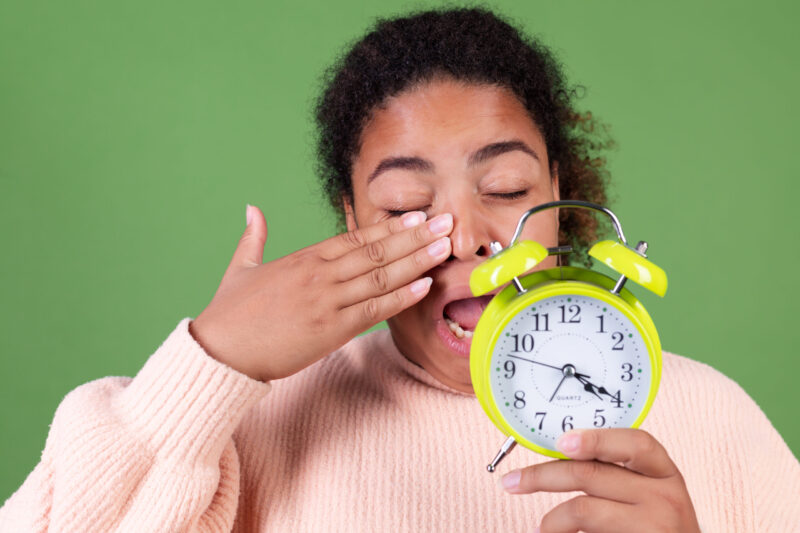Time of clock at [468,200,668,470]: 4:19
